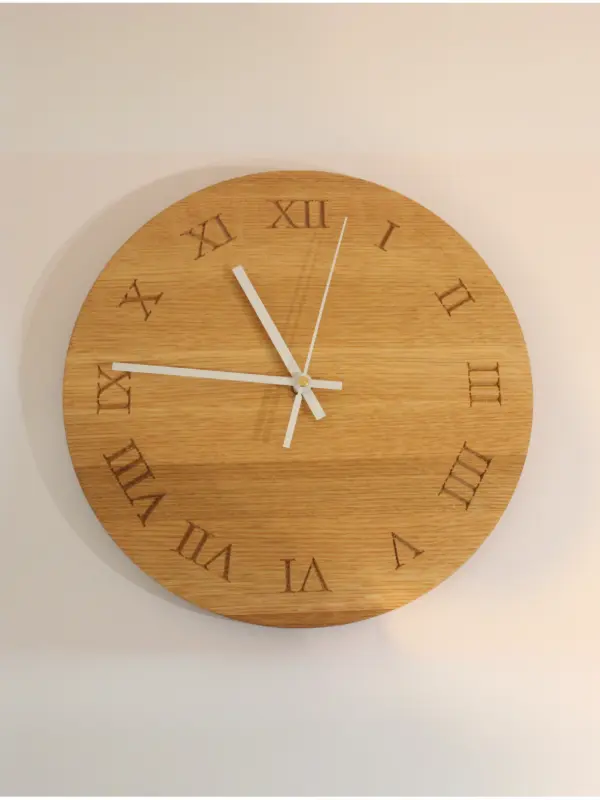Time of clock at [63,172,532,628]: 10:45
